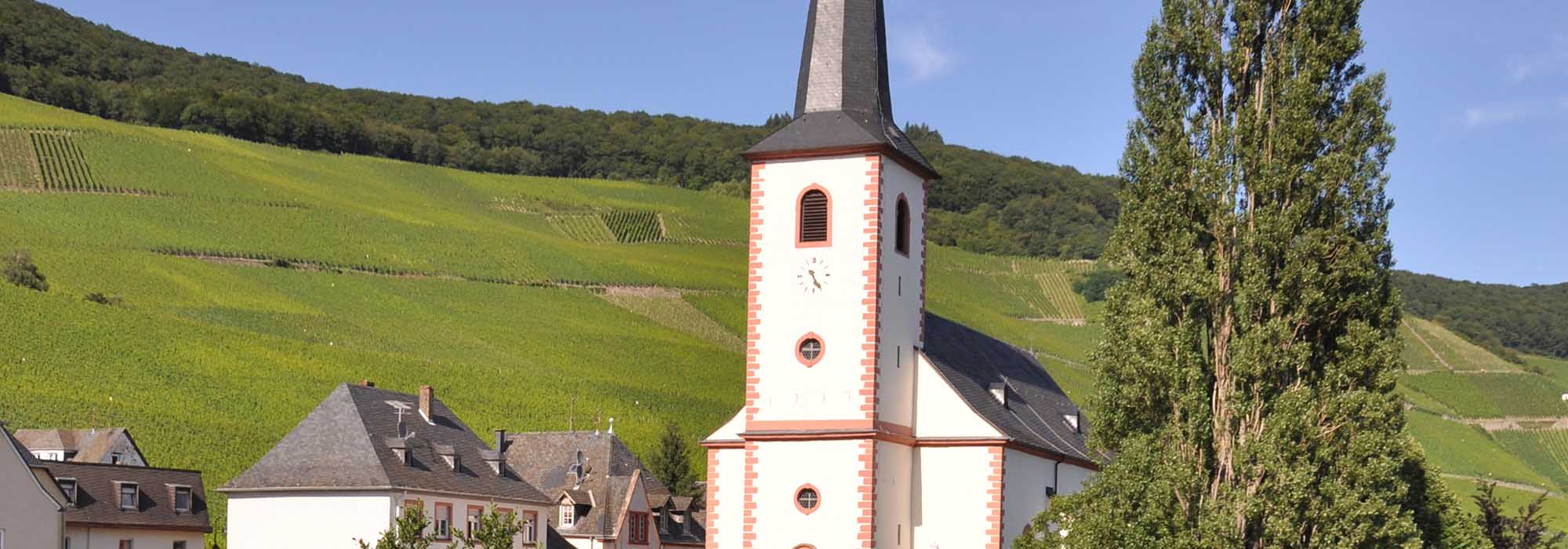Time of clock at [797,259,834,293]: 5:24
